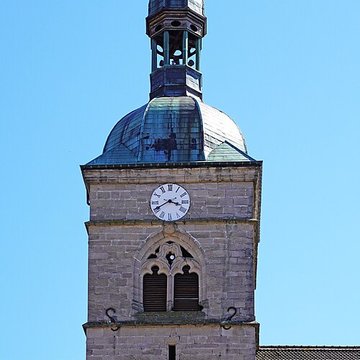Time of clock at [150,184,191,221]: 3:40
